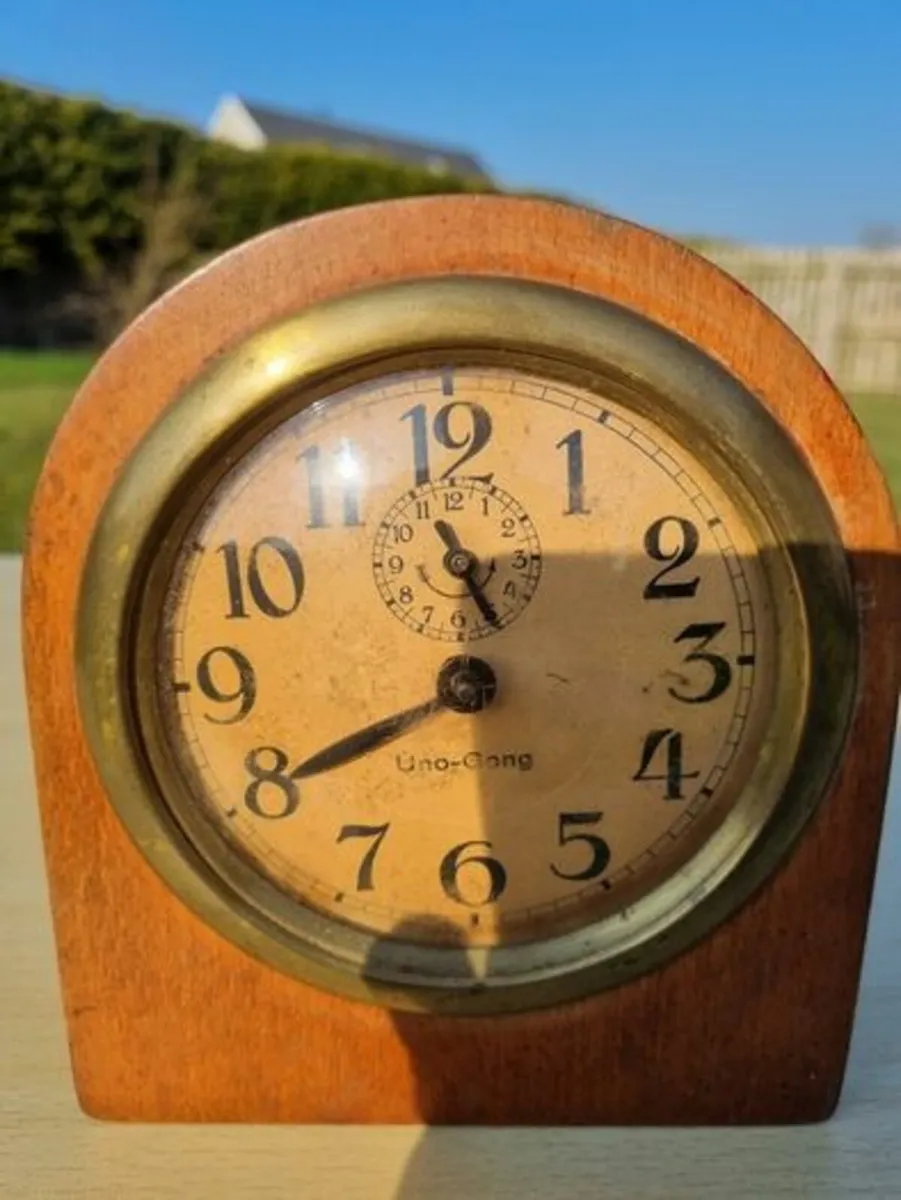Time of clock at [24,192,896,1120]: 11:40
